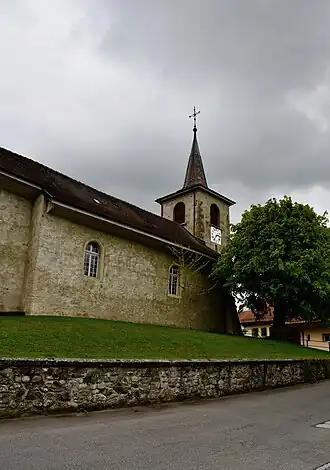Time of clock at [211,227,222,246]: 2:36
